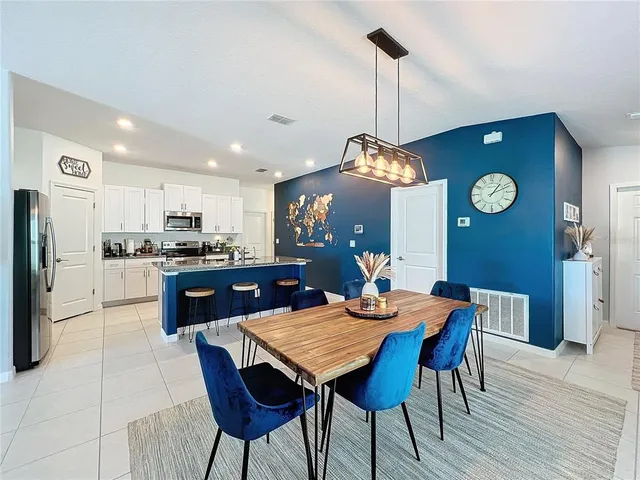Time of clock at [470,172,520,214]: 1:11
